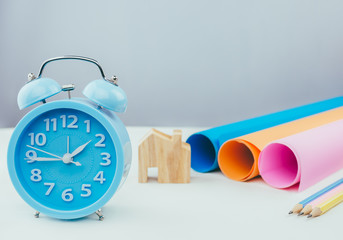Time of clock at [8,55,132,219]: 1:44
